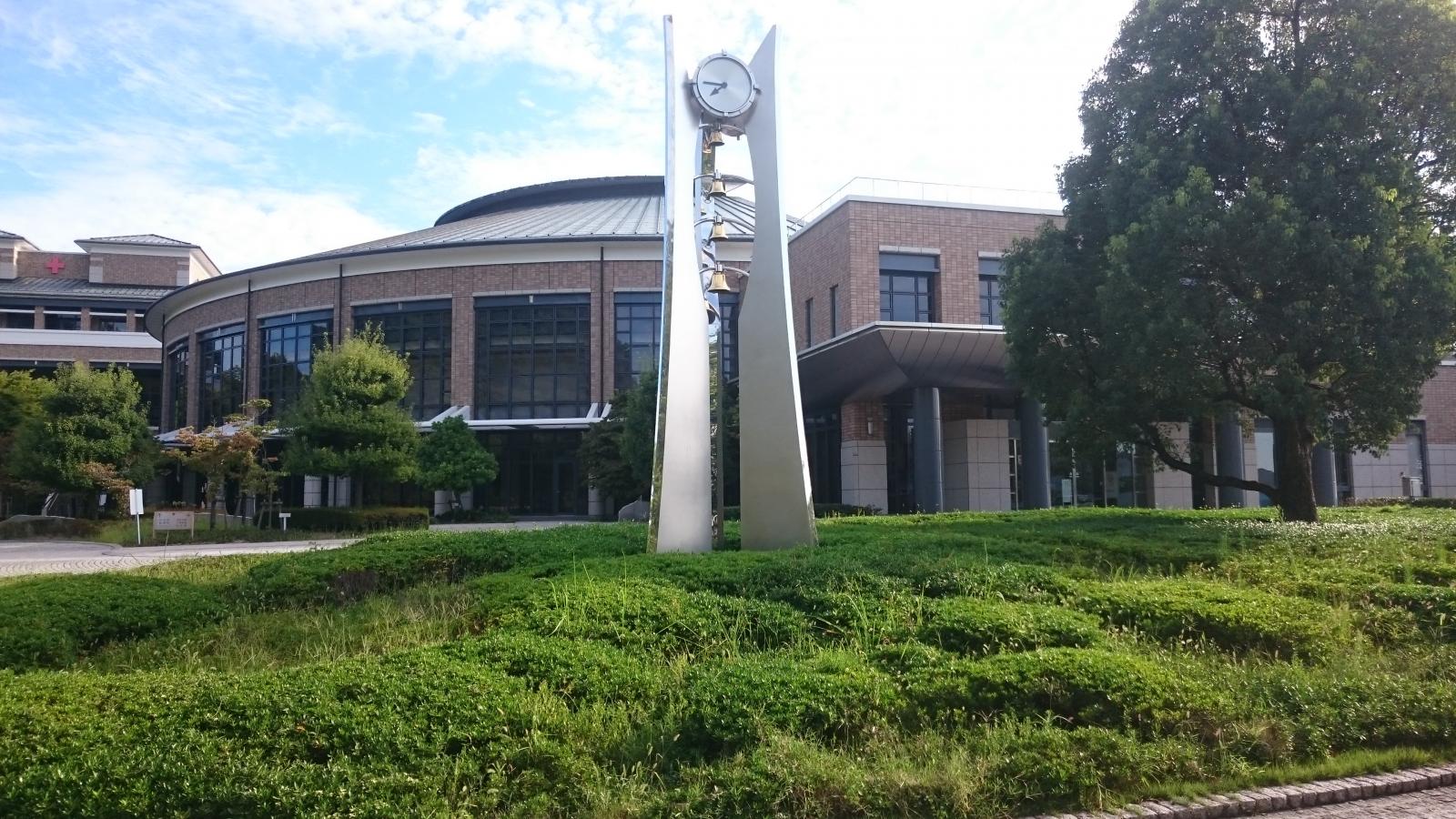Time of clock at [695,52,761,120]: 7:45
